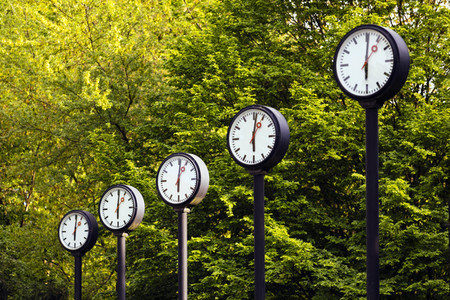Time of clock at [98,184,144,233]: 6:00
